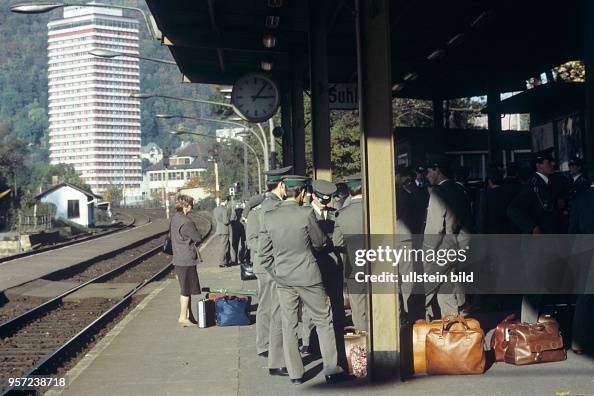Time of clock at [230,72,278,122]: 1:14
